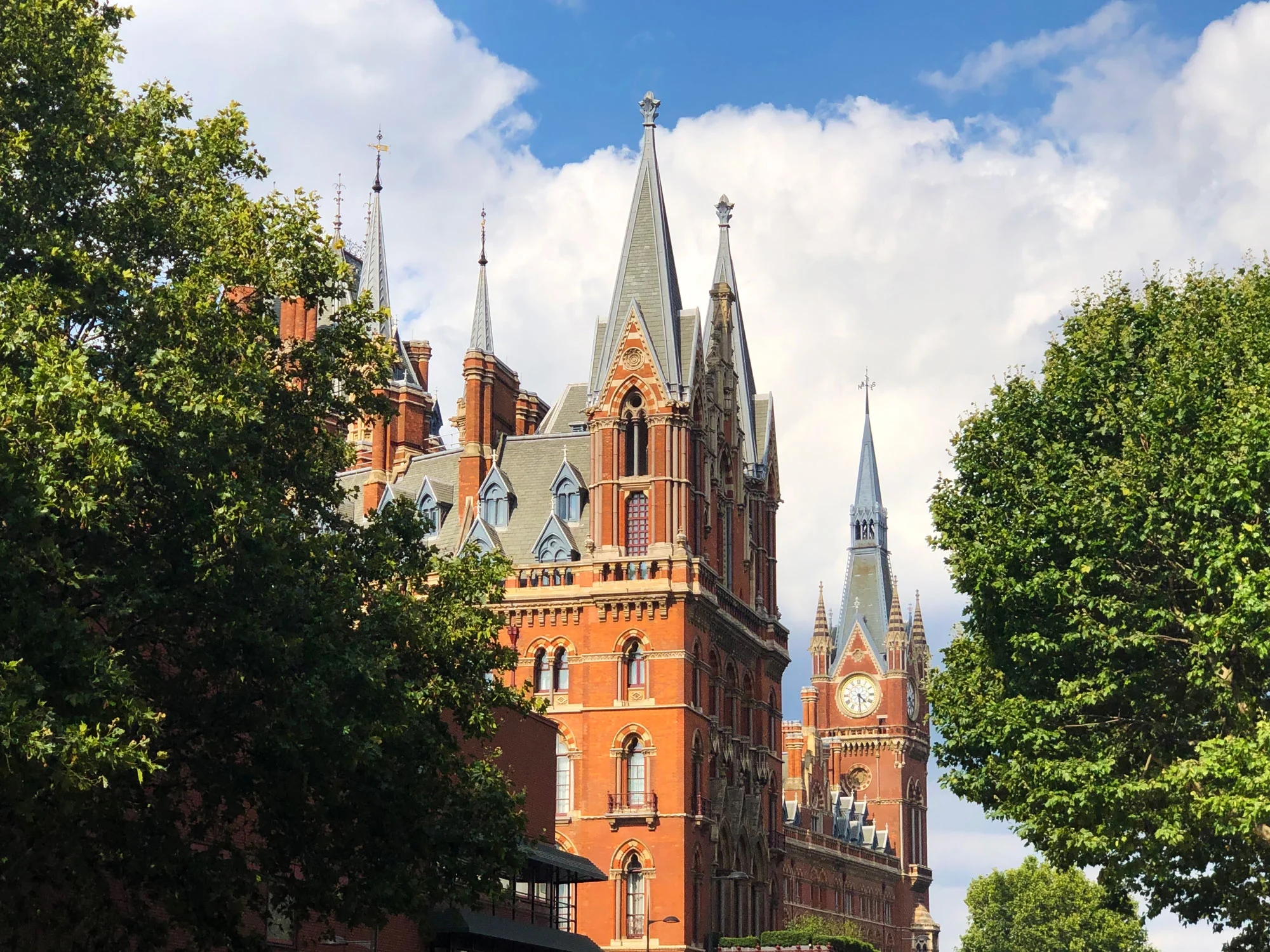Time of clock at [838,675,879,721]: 4:29
